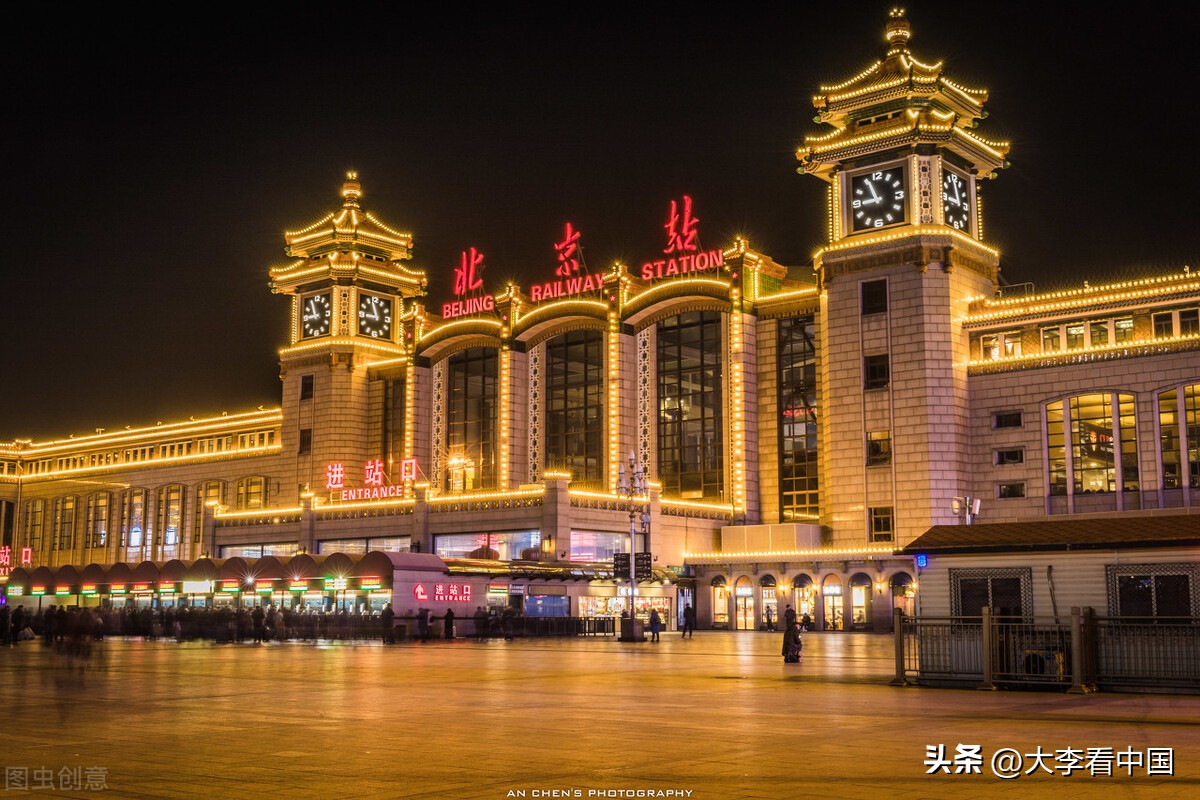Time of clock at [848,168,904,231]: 8:56
